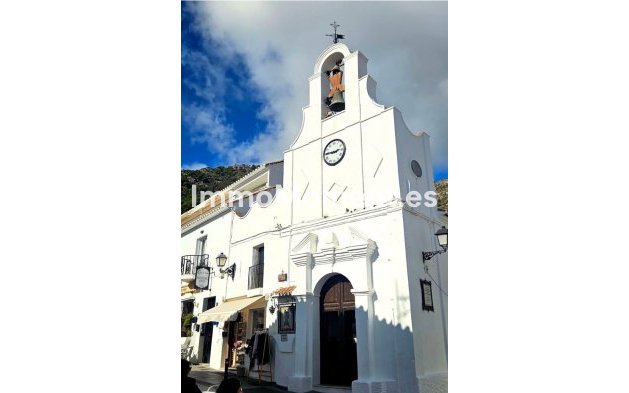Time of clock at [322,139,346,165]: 2:45
